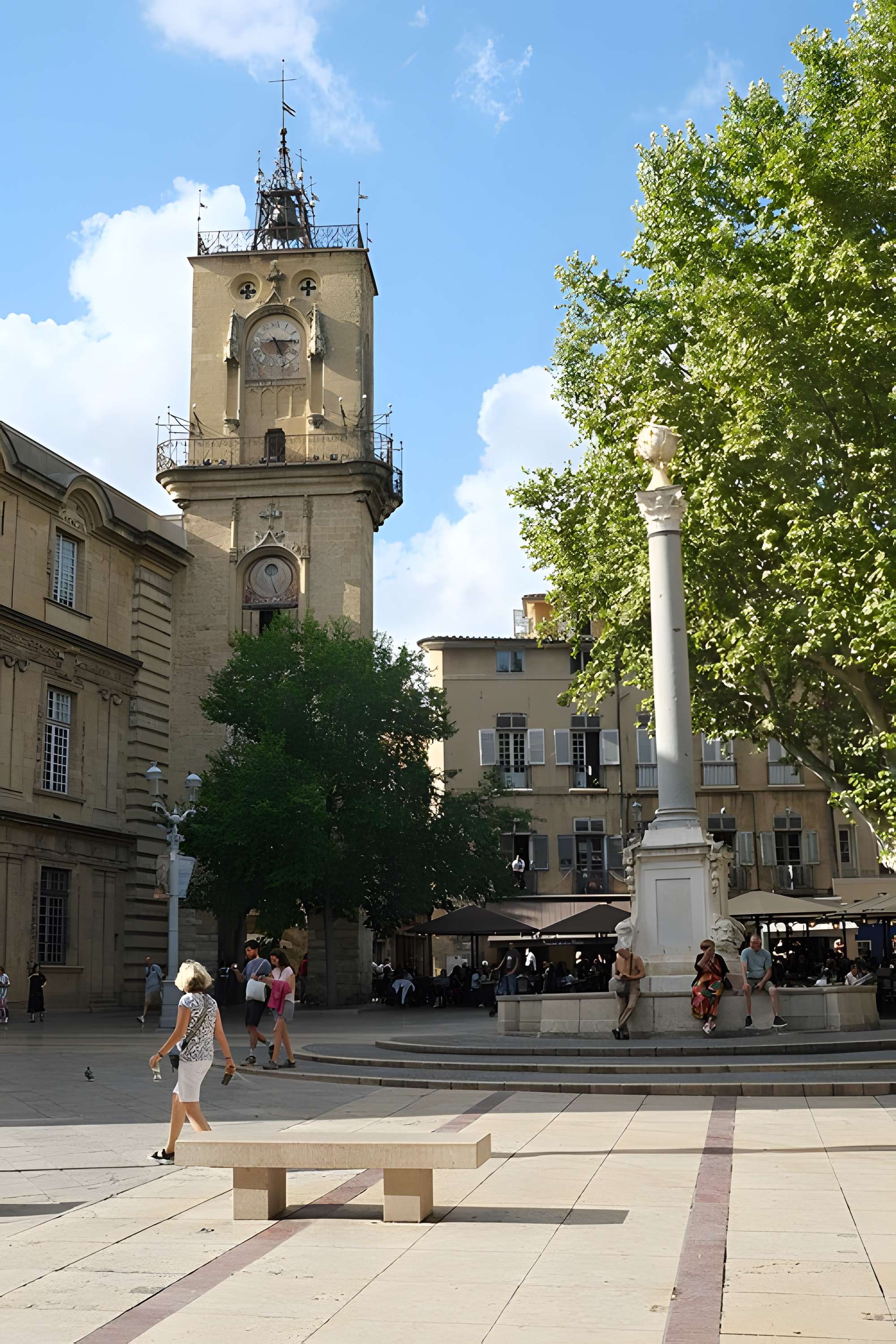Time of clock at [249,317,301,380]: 5:14
